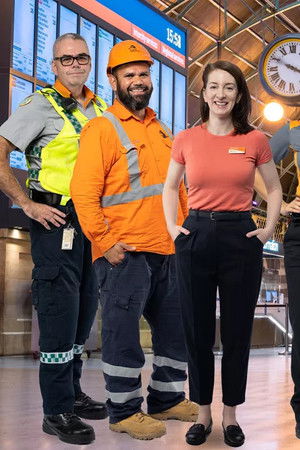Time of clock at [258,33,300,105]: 3:49
